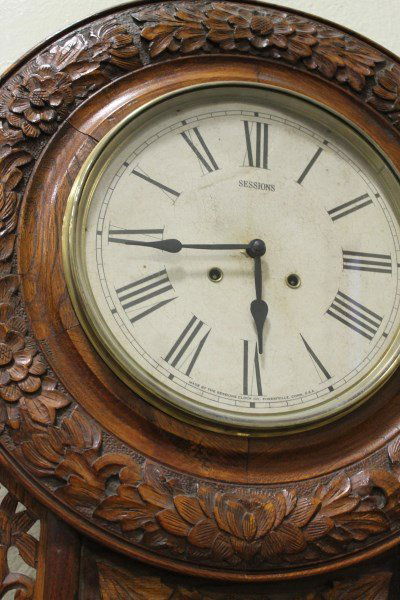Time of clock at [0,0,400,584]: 5:44
